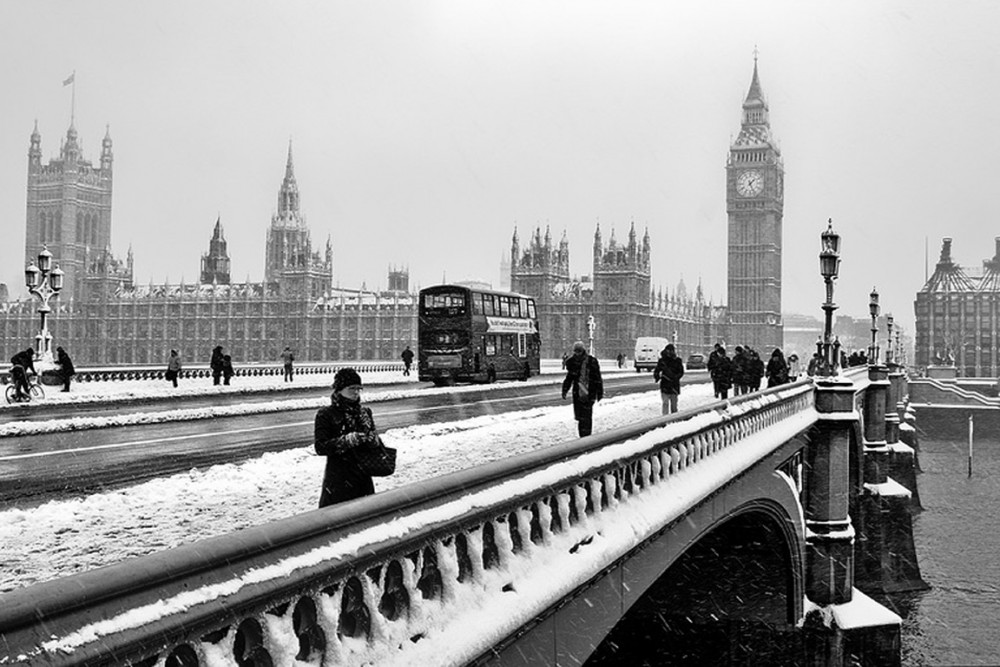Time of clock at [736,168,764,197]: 1:26
